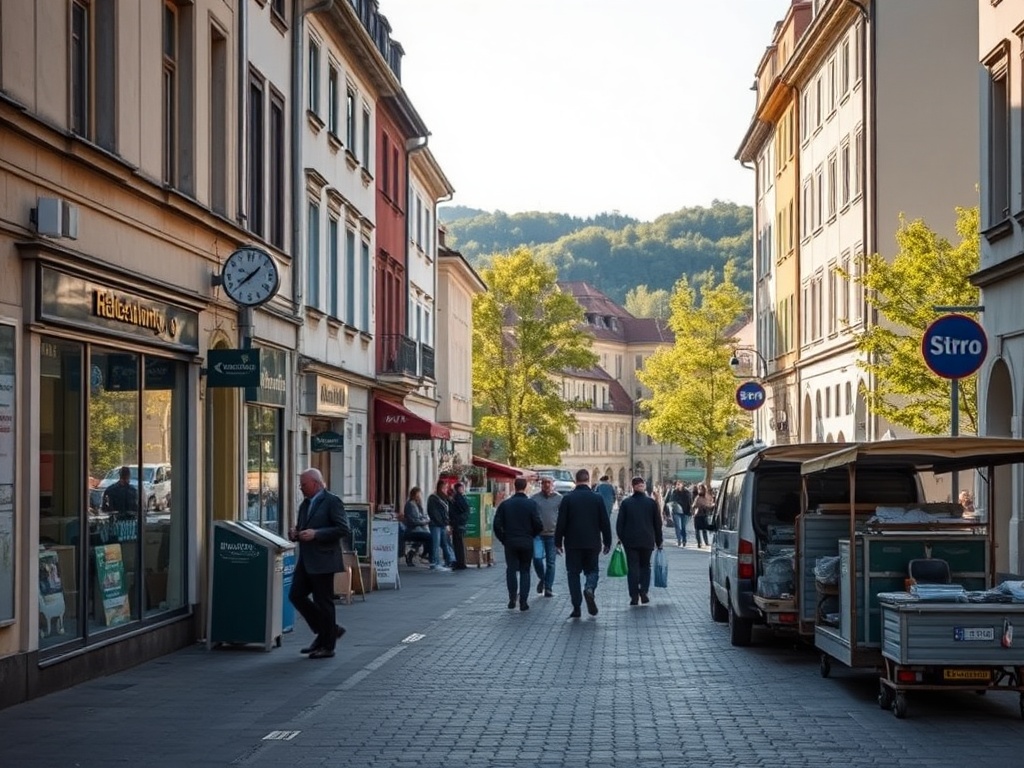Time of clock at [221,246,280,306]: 1:38
